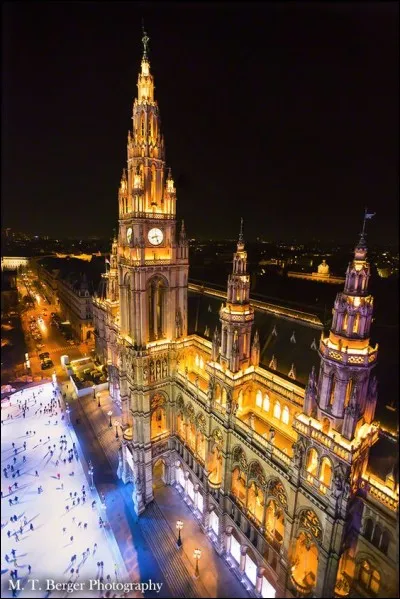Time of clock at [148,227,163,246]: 8:26
